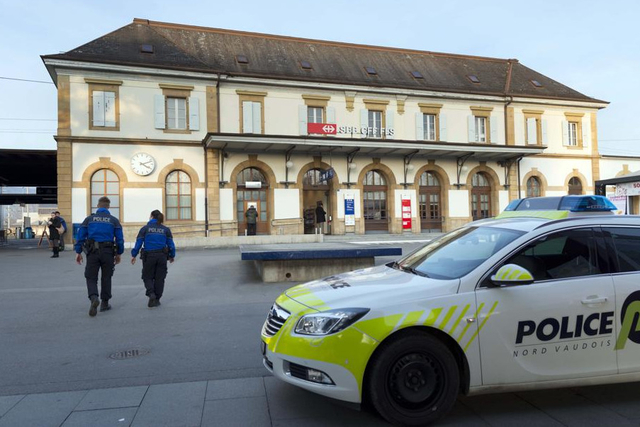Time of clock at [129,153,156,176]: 4:11
